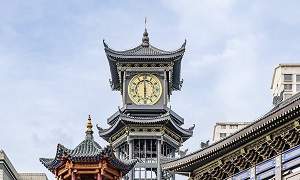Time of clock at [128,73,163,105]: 5:59
